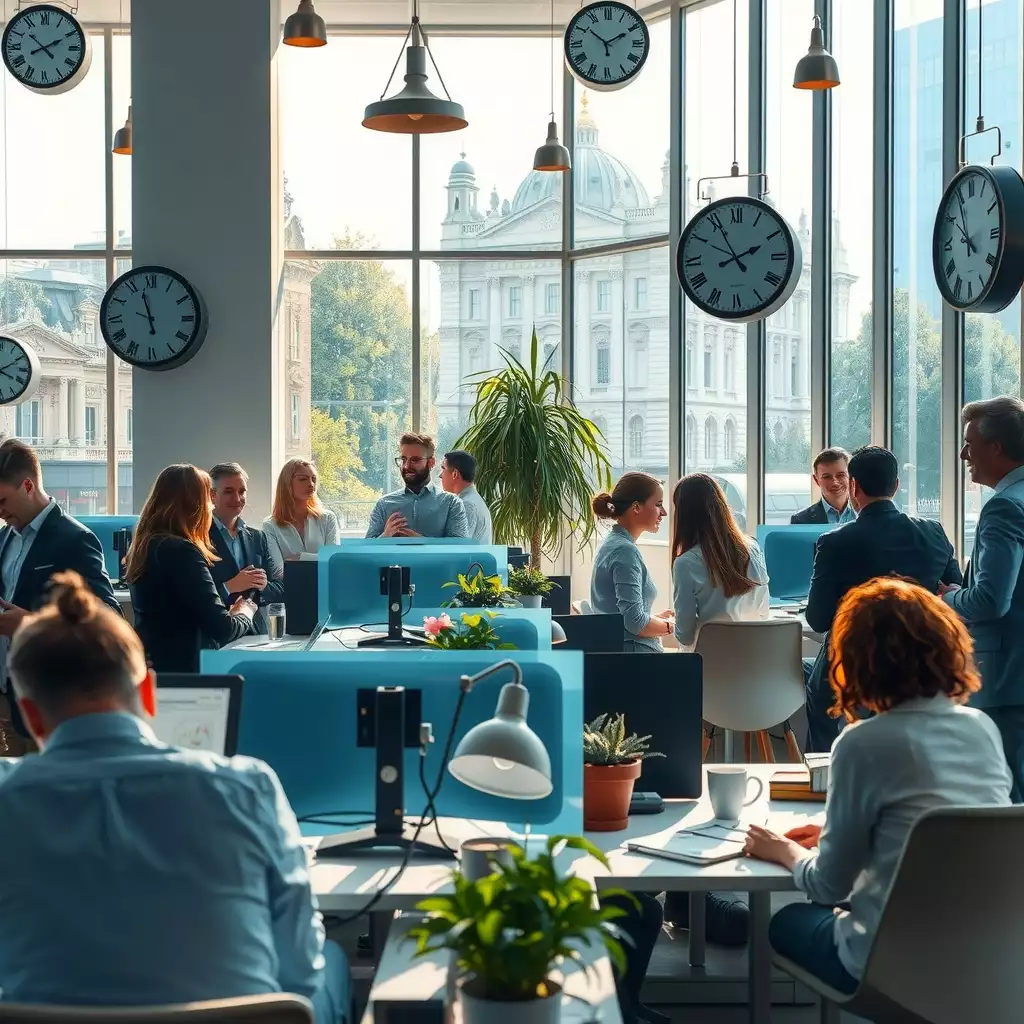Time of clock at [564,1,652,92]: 1:51
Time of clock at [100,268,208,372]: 9:57
